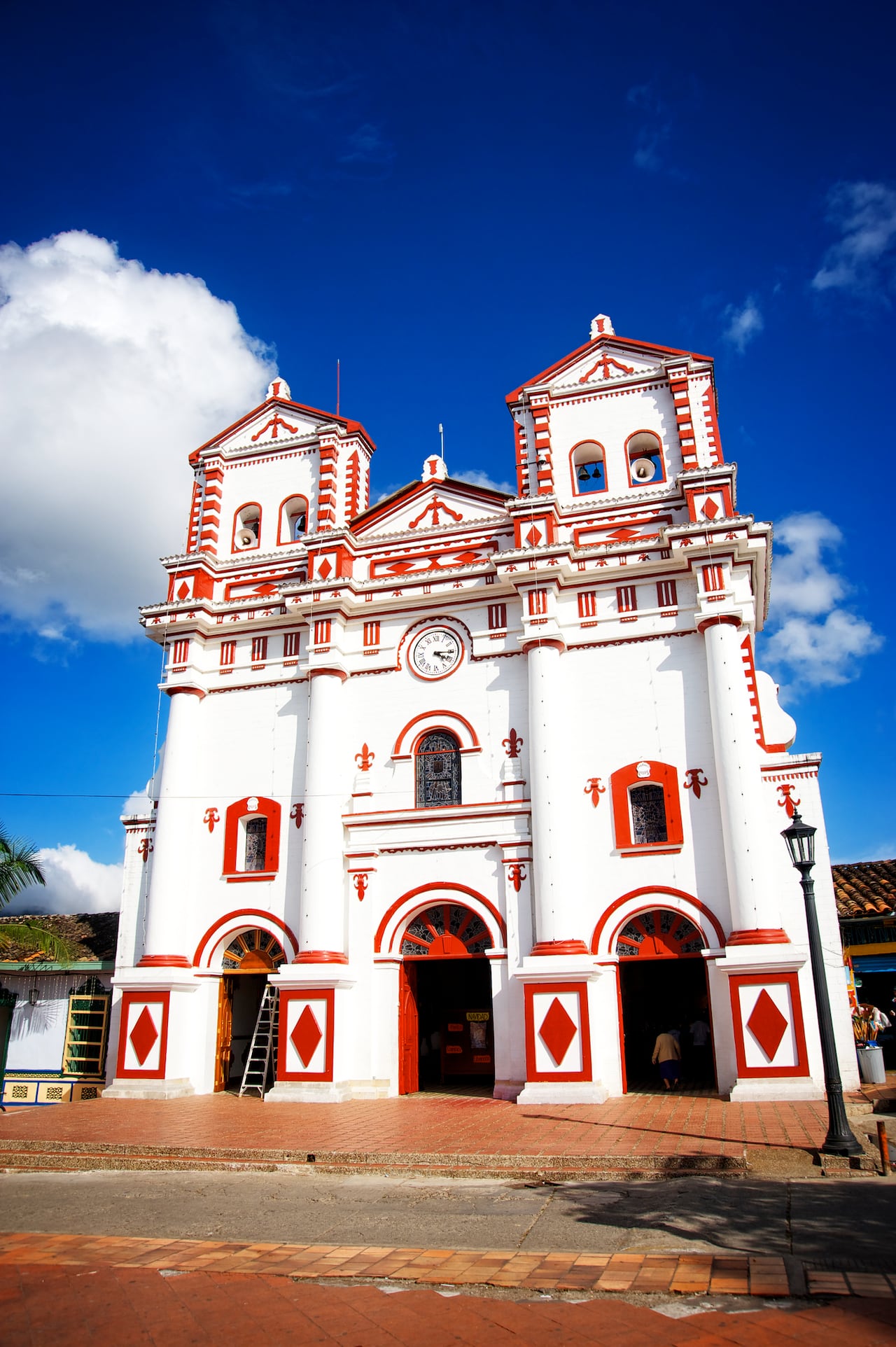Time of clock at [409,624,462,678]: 4:15
